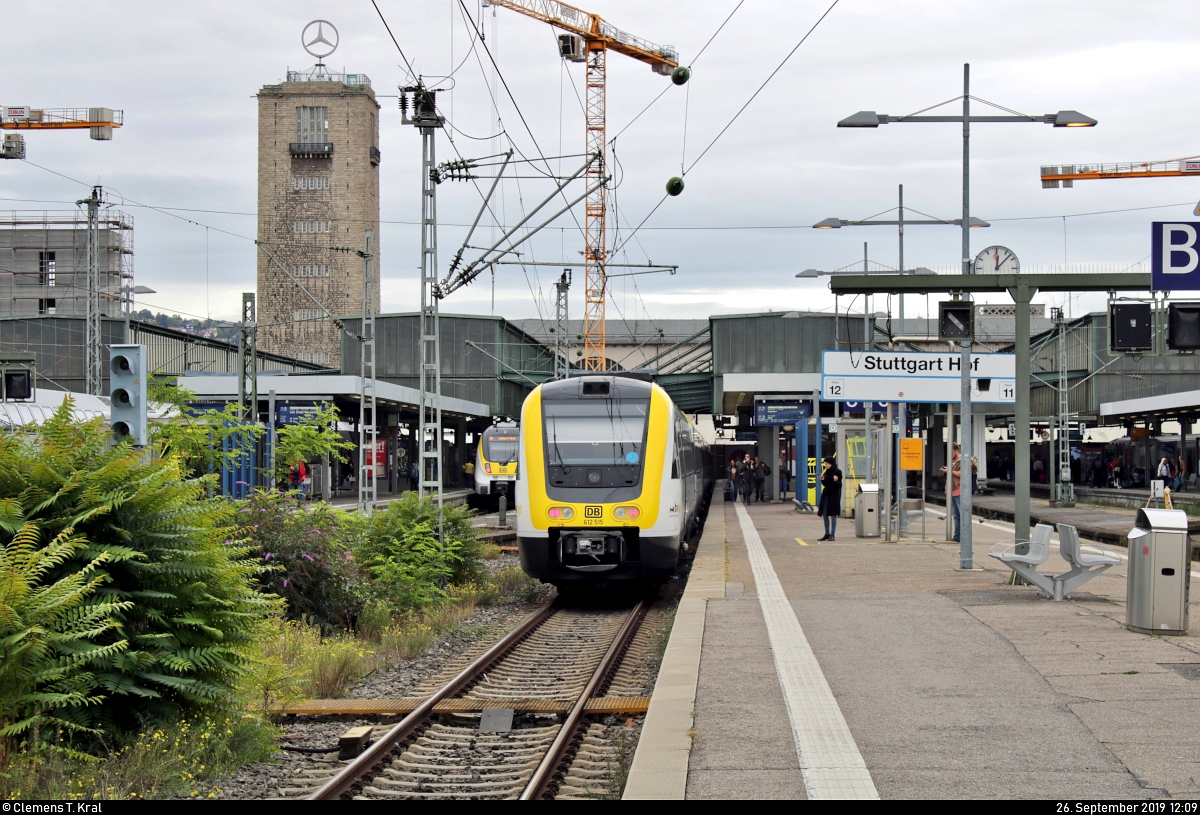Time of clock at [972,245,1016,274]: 12:07
